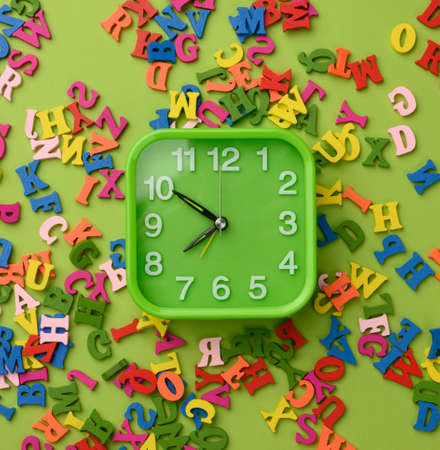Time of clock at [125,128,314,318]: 7:50
